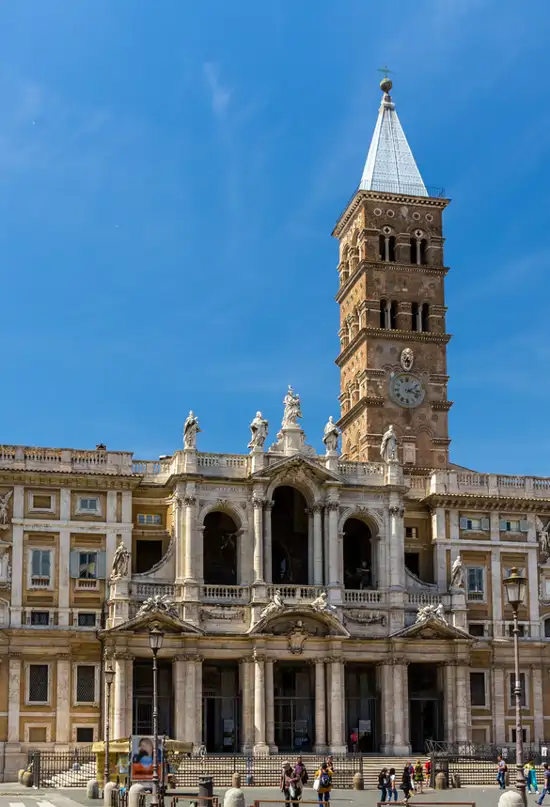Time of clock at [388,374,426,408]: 2:18
